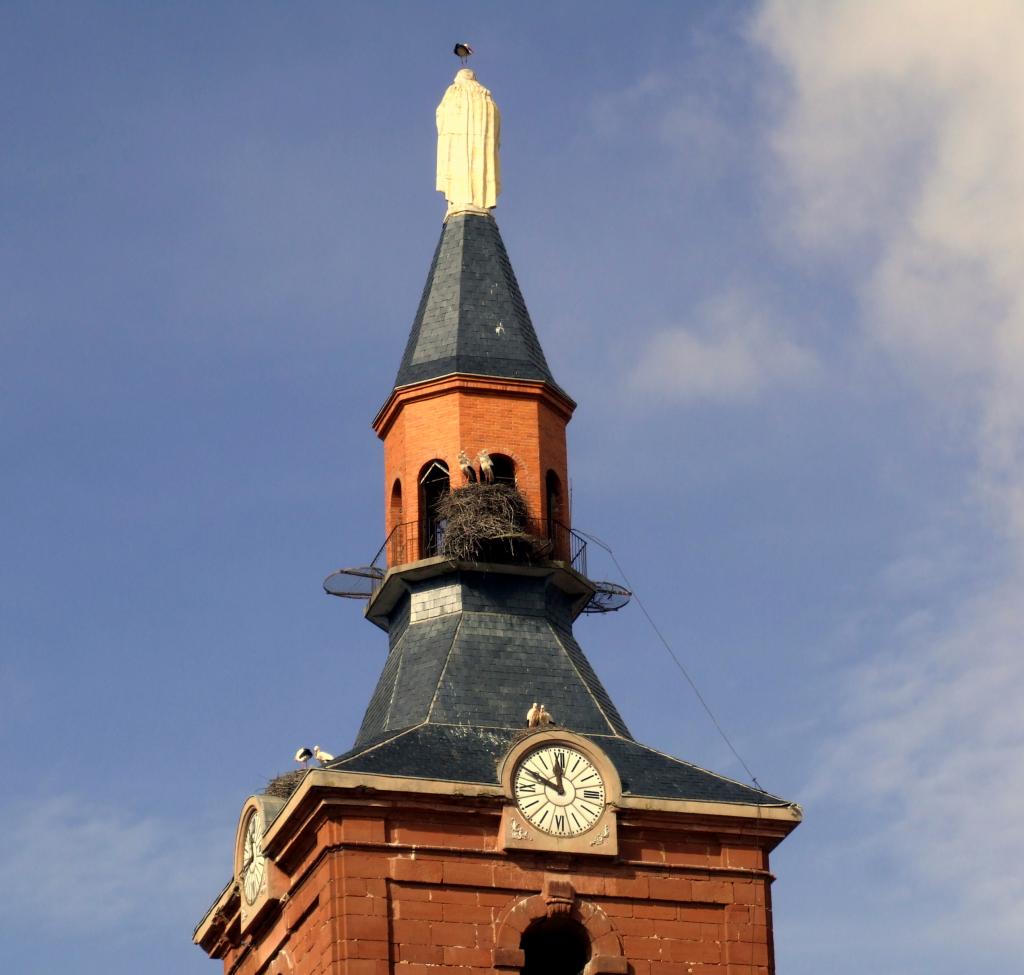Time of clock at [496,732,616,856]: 11:49
